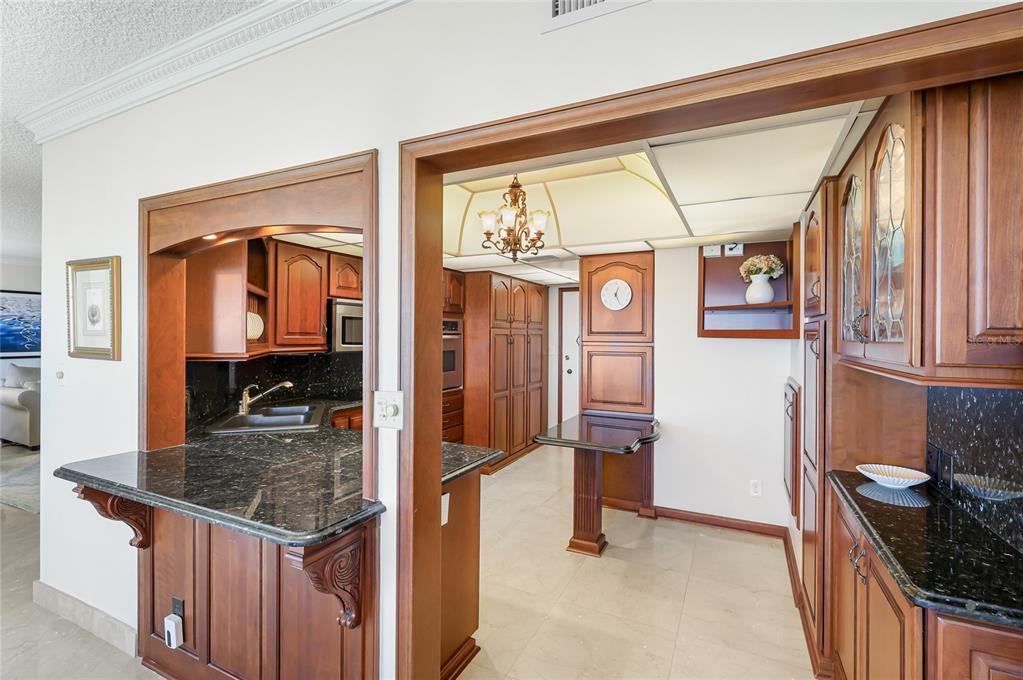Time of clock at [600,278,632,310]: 12:26
